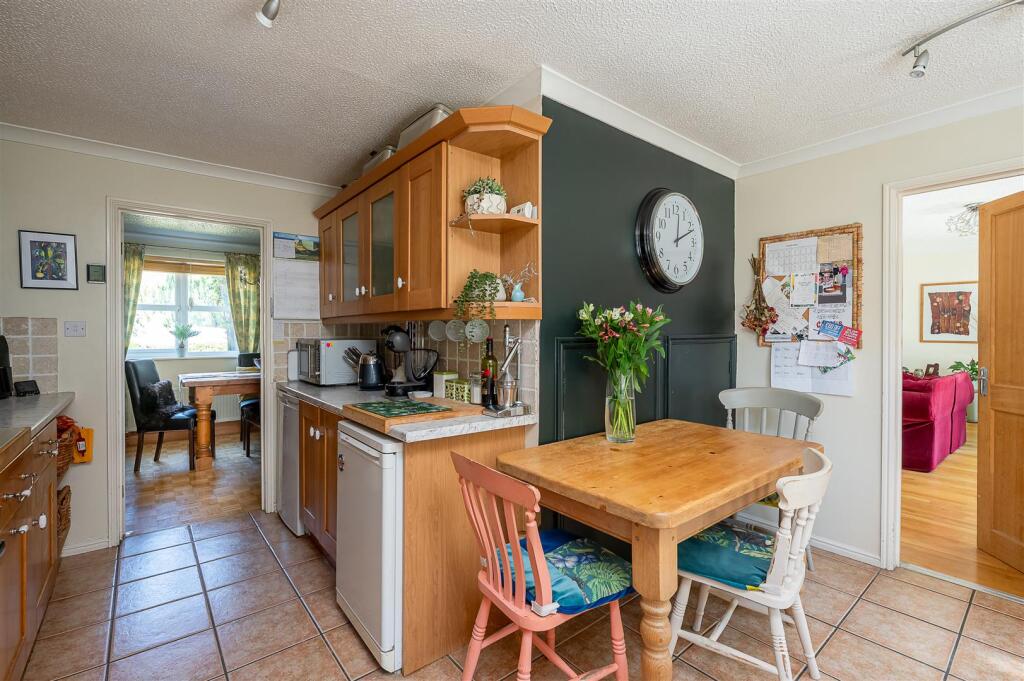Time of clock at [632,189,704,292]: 12:11
